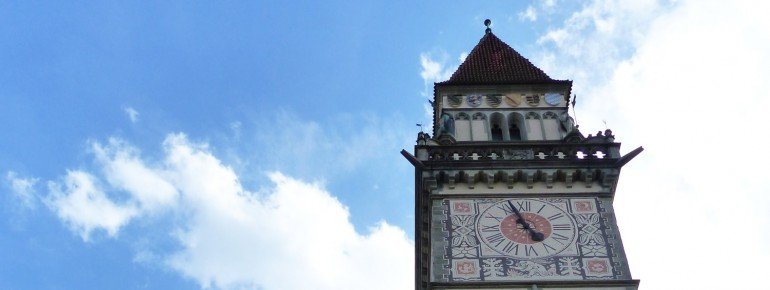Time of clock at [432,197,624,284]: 10:56
